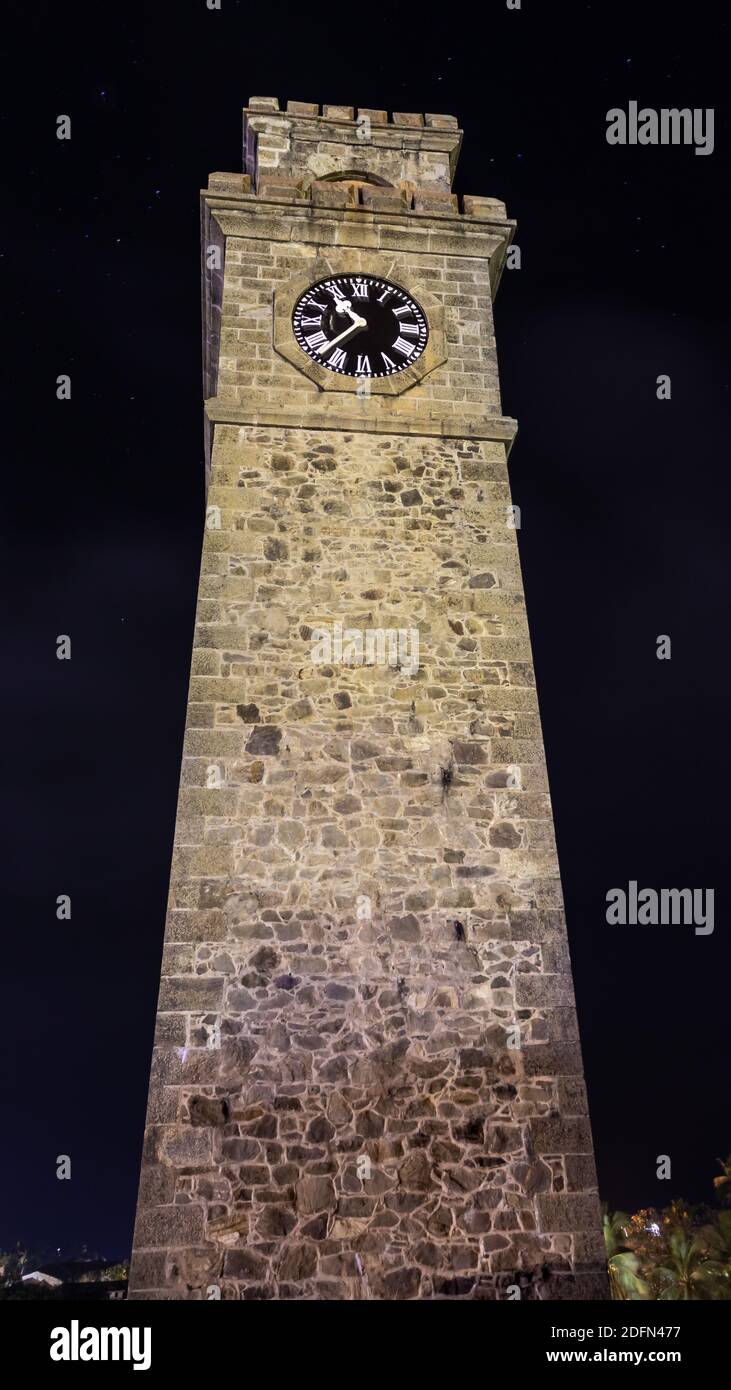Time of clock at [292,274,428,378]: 10:37
